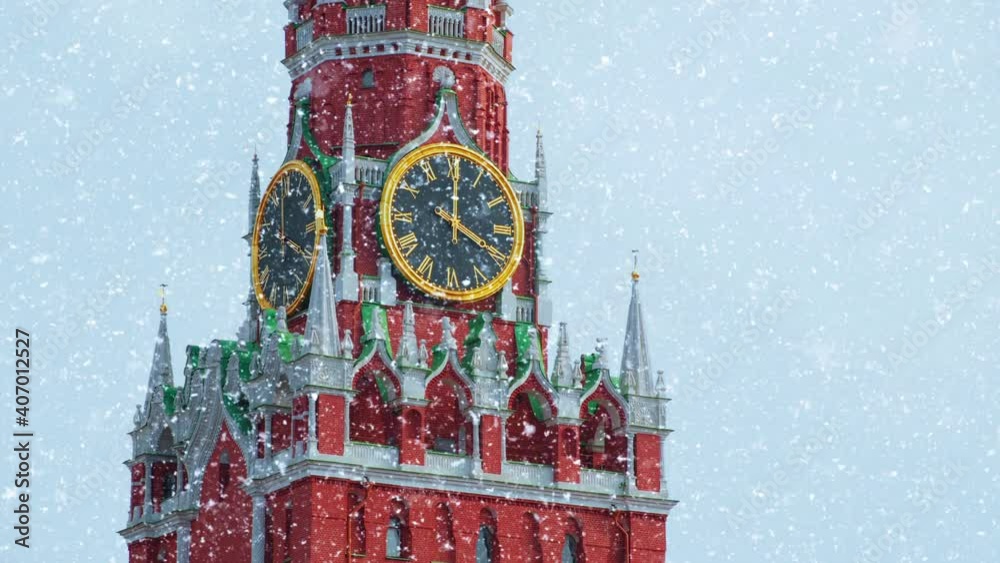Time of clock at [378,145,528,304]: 4:00
